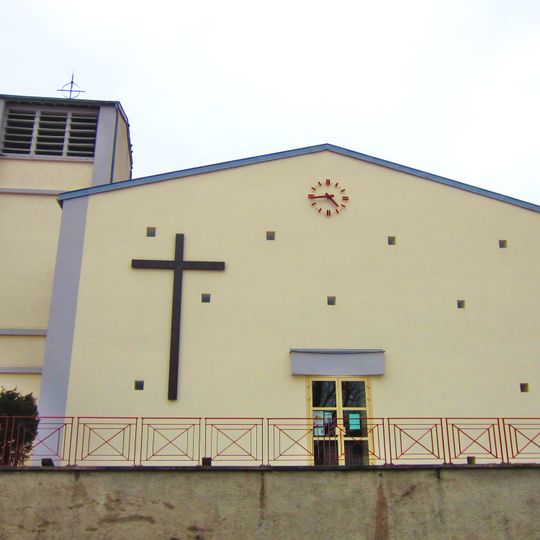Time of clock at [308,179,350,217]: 4:43
